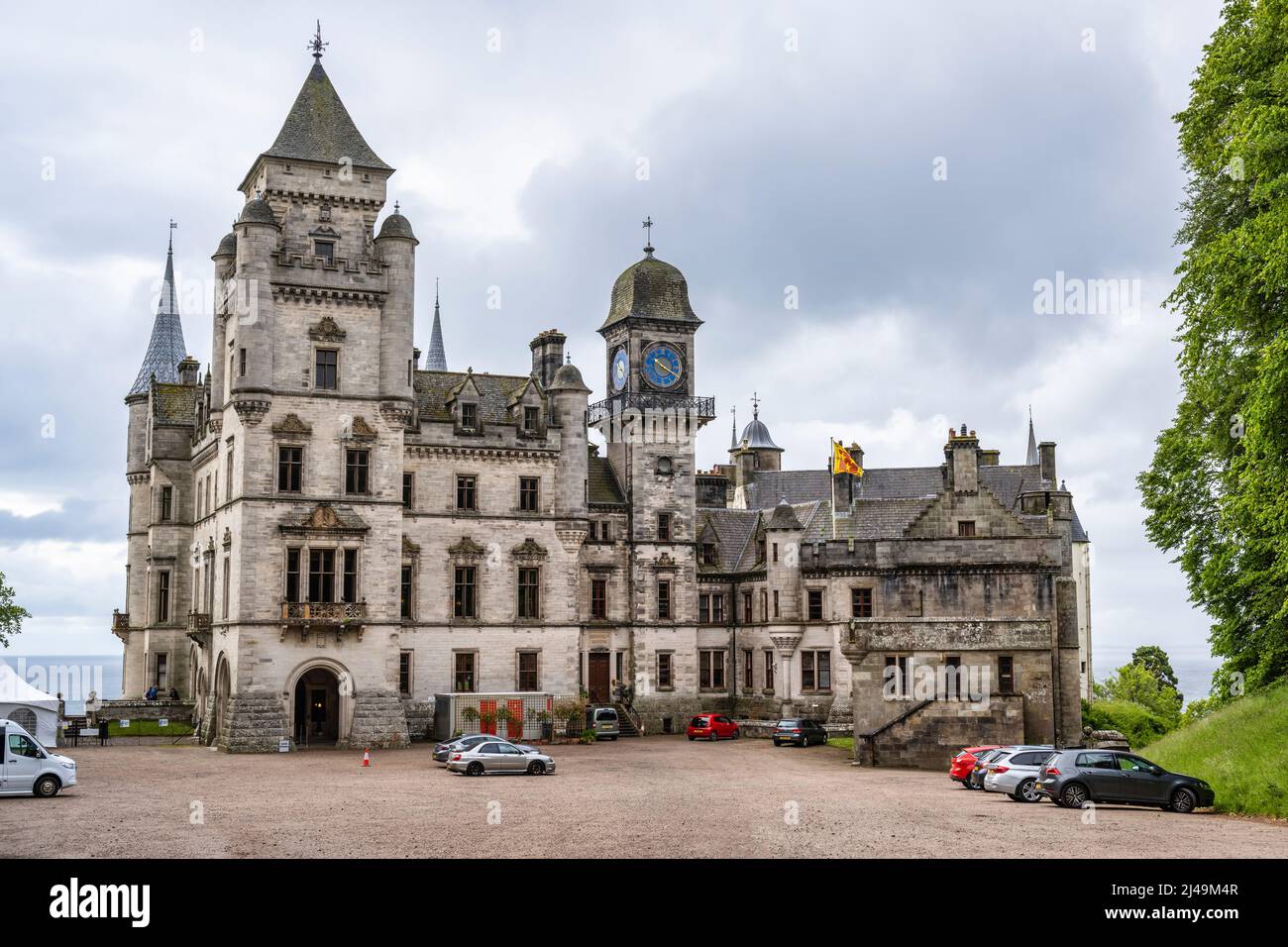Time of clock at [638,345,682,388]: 10:19
